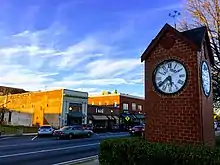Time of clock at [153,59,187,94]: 5:38
